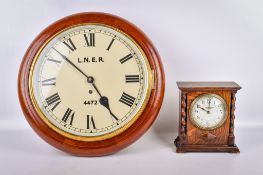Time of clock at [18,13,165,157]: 4:52
